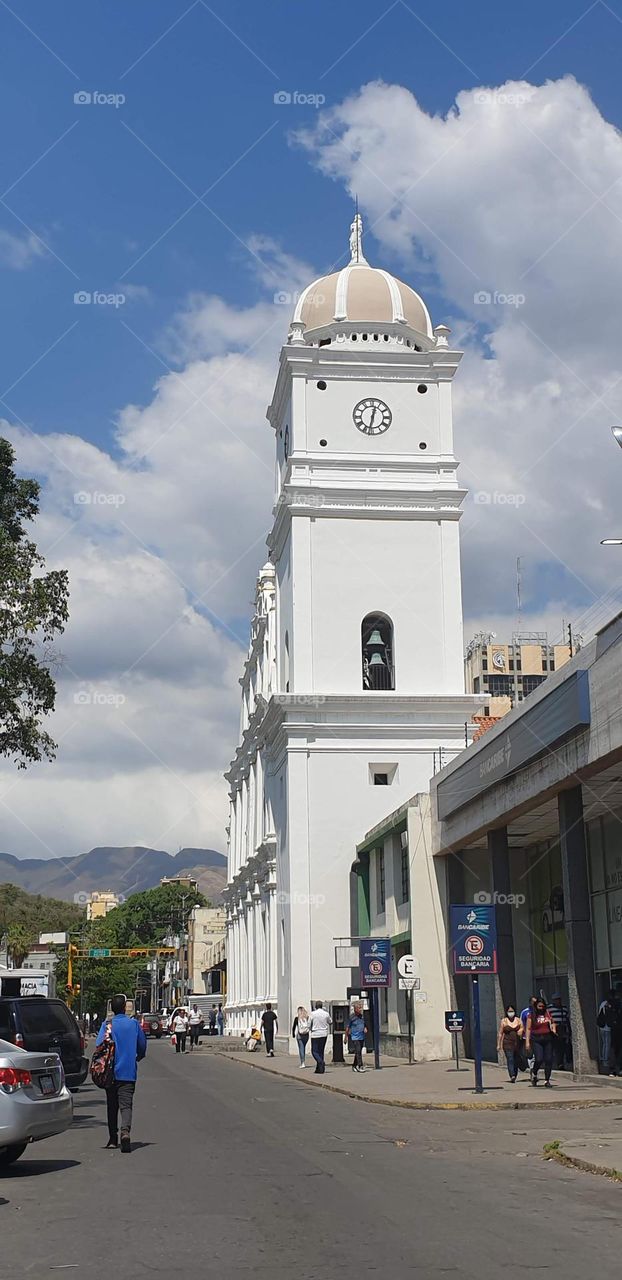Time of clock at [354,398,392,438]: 12:32
